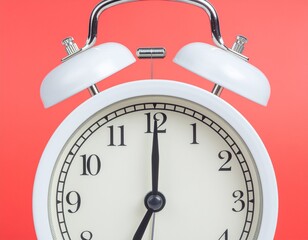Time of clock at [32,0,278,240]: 7:00
